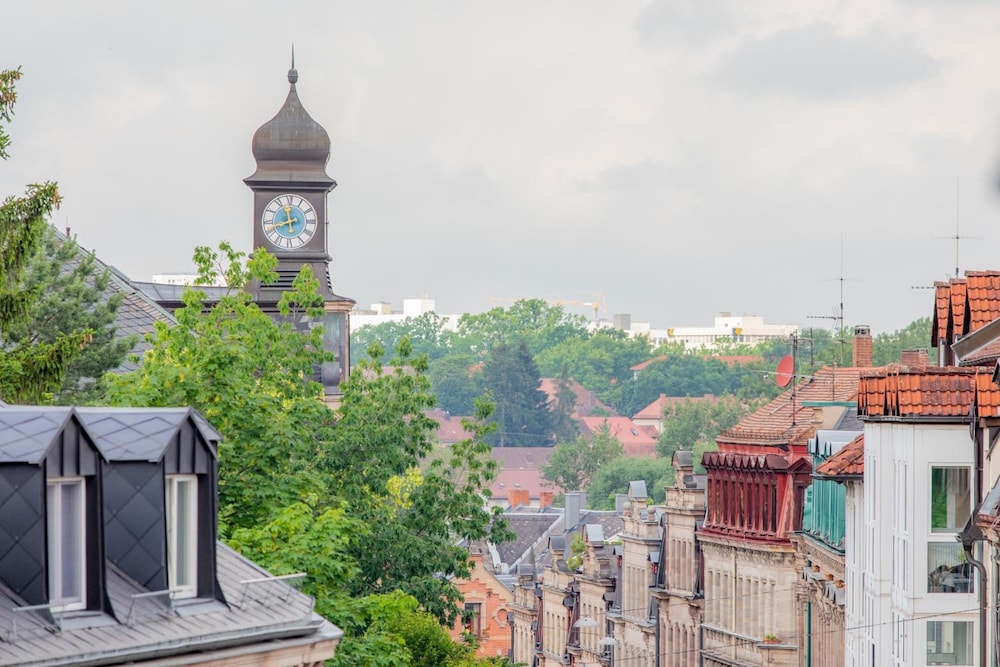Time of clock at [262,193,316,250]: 11:42
